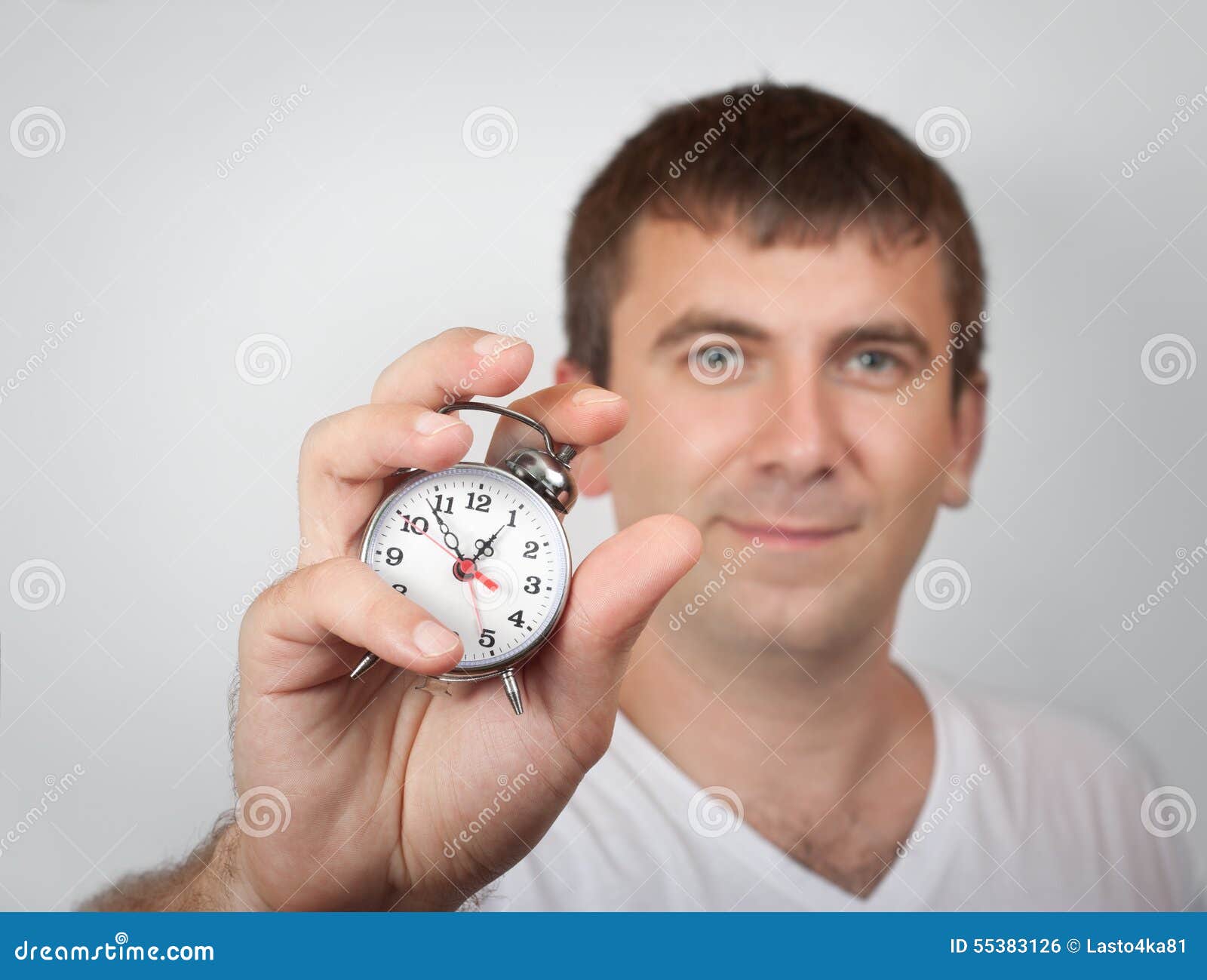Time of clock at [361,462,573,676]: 12:53
